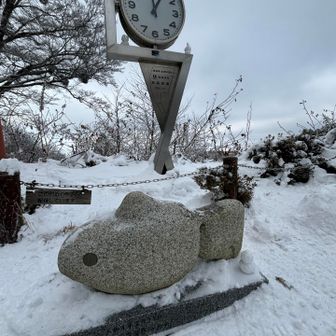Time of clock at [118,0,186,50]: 12:05
